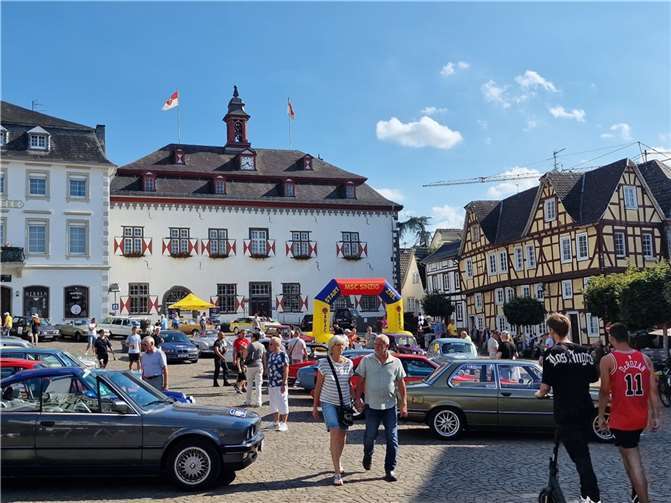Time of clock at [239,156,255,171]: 4:39
